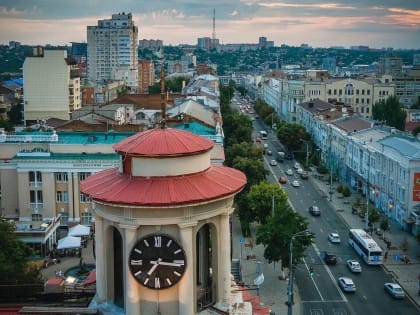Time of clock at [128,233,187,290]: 7:15
